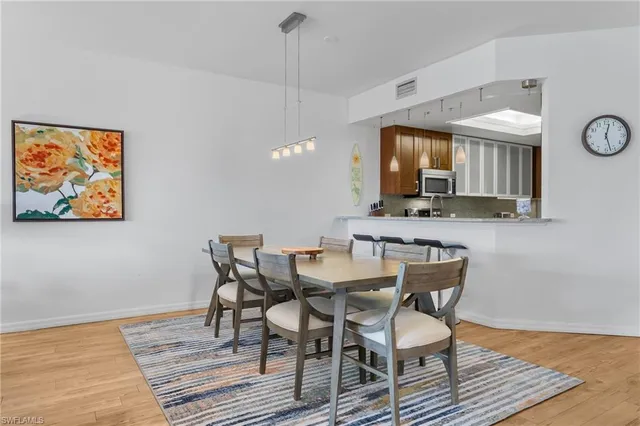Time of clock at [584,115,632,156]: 12:27
